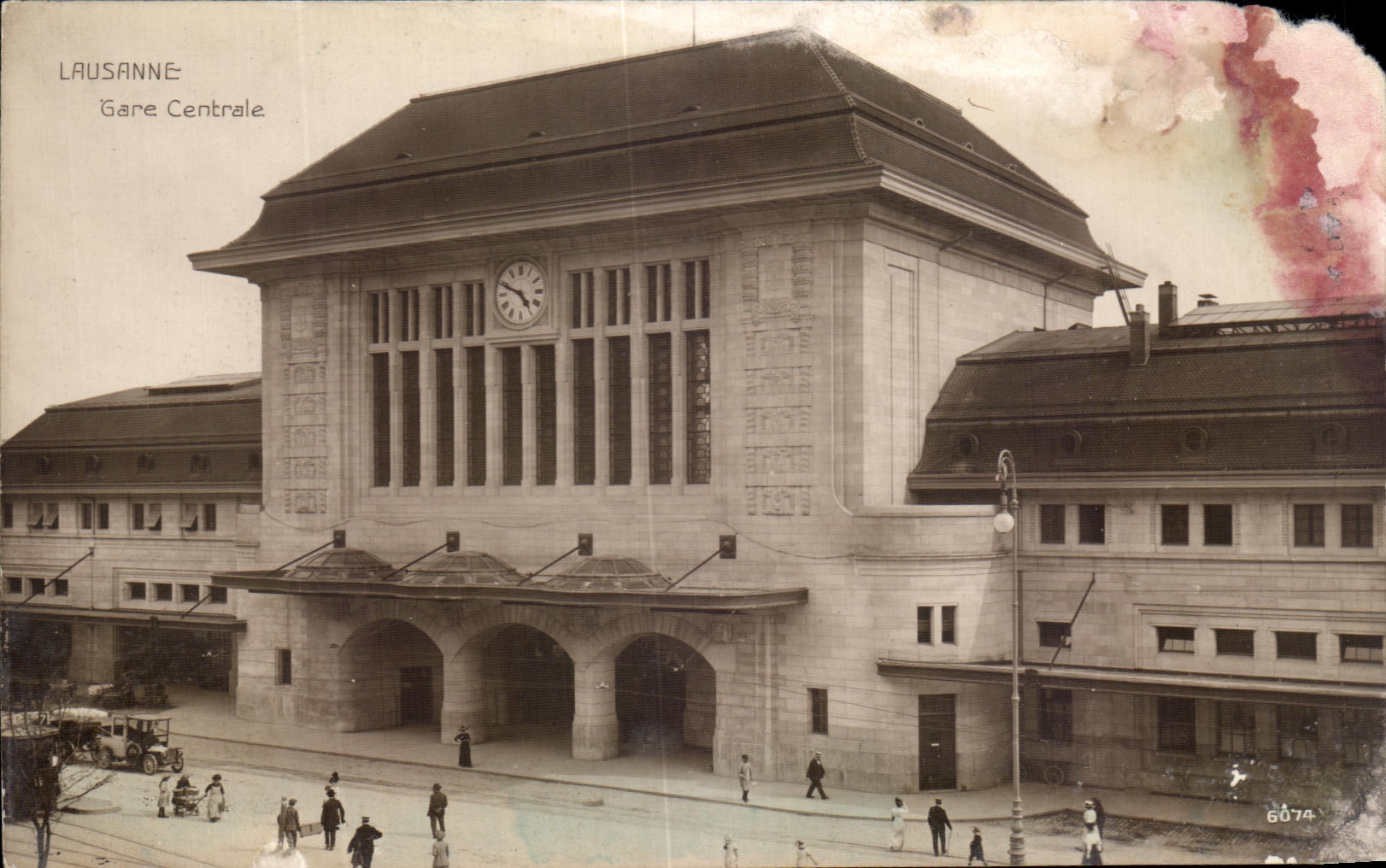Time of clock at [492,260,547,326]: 4:48
